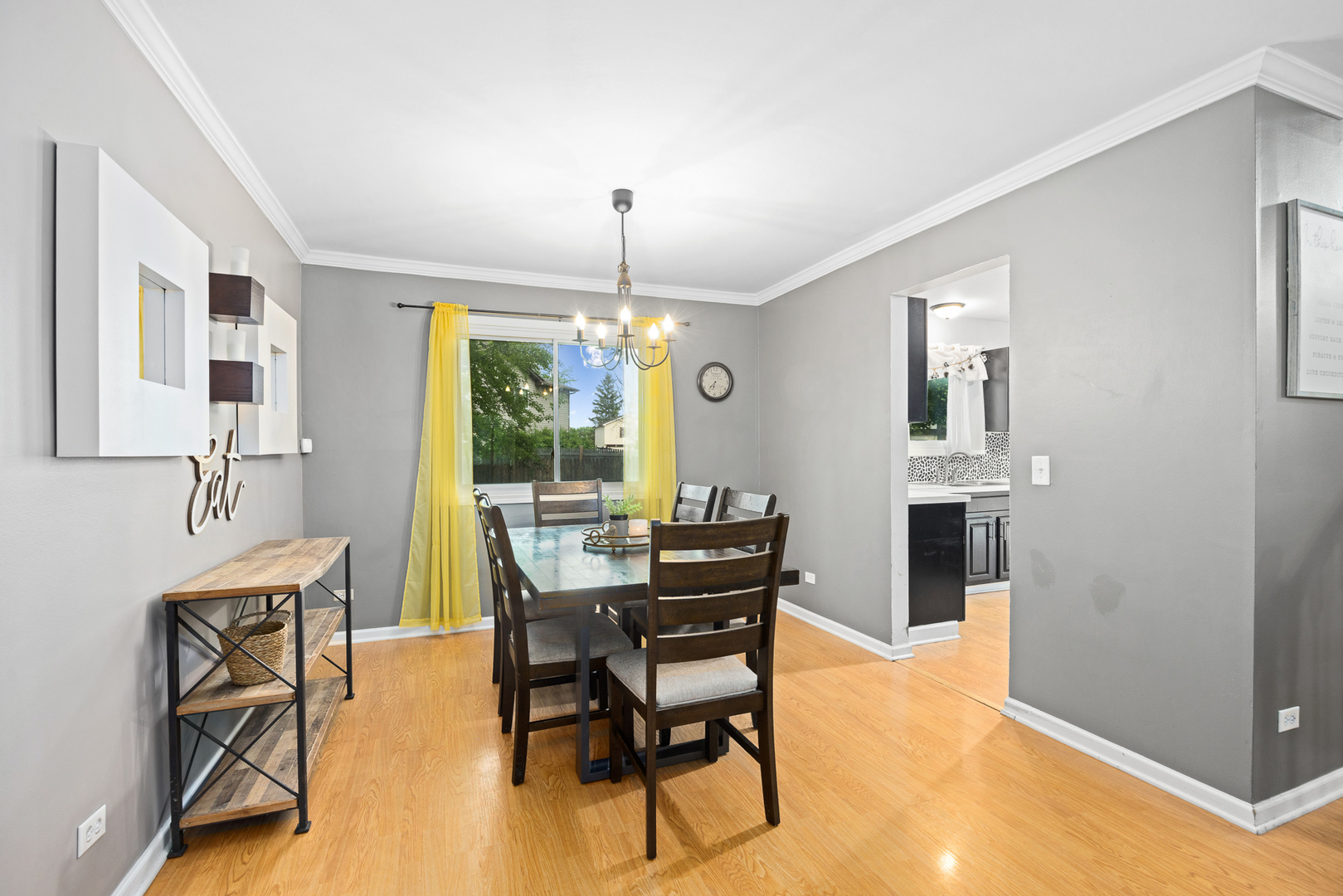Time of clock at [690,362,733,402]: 6:36
